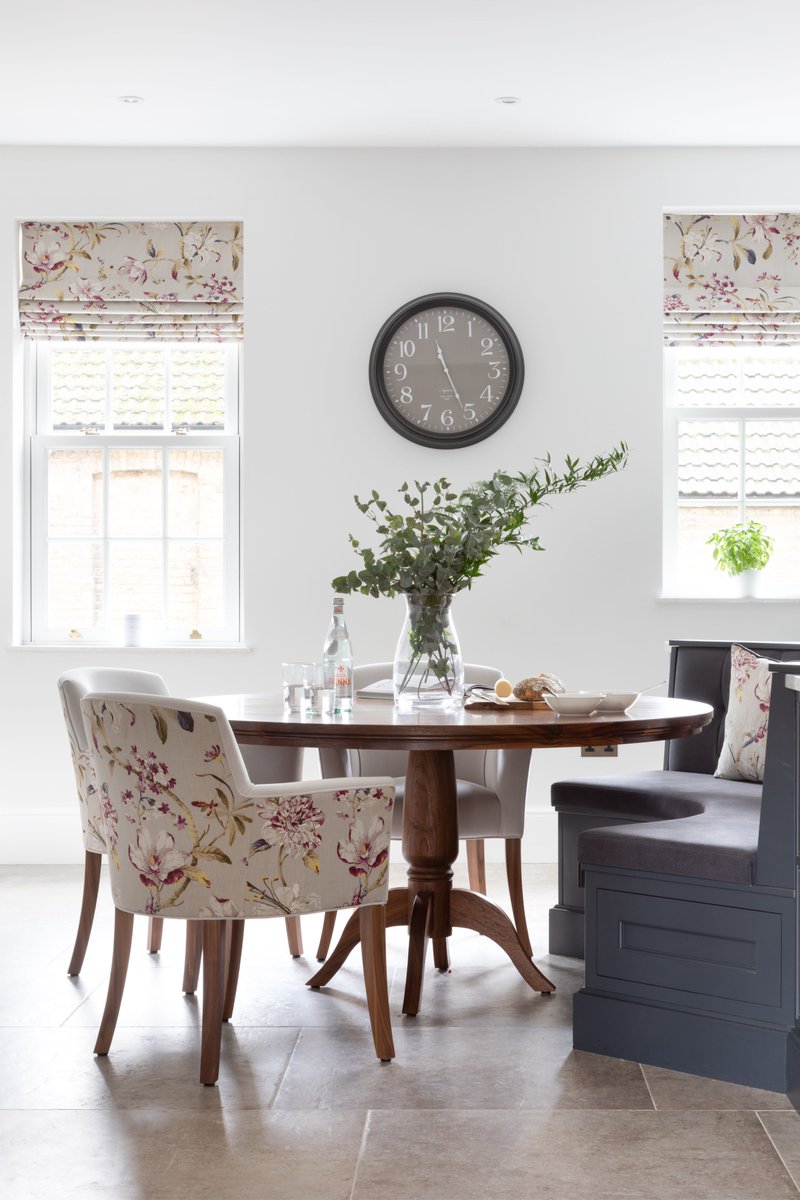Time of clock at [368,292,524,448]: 11:25
